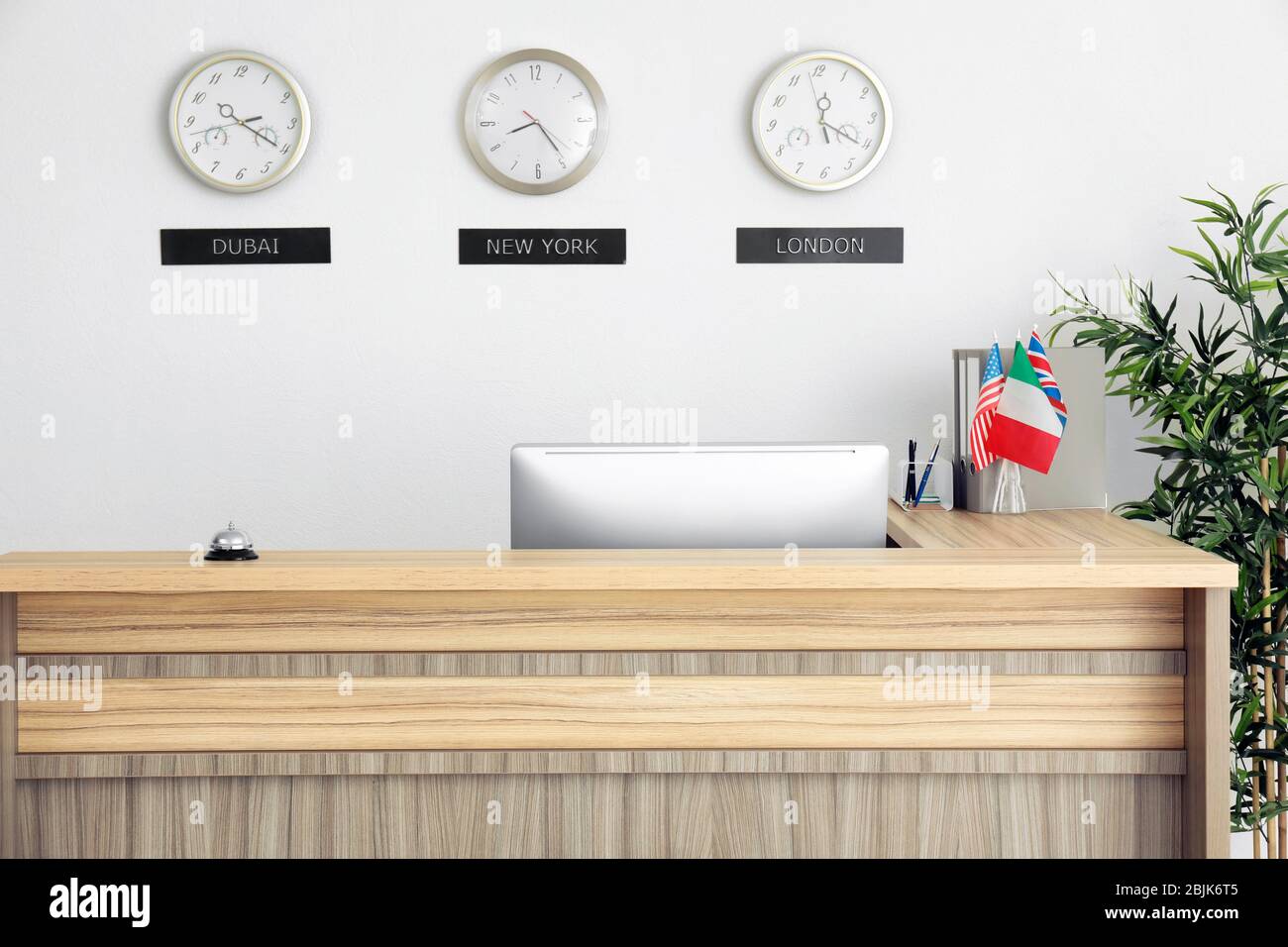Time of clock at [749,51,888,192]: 5:20
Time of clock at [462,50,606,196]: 8:23
